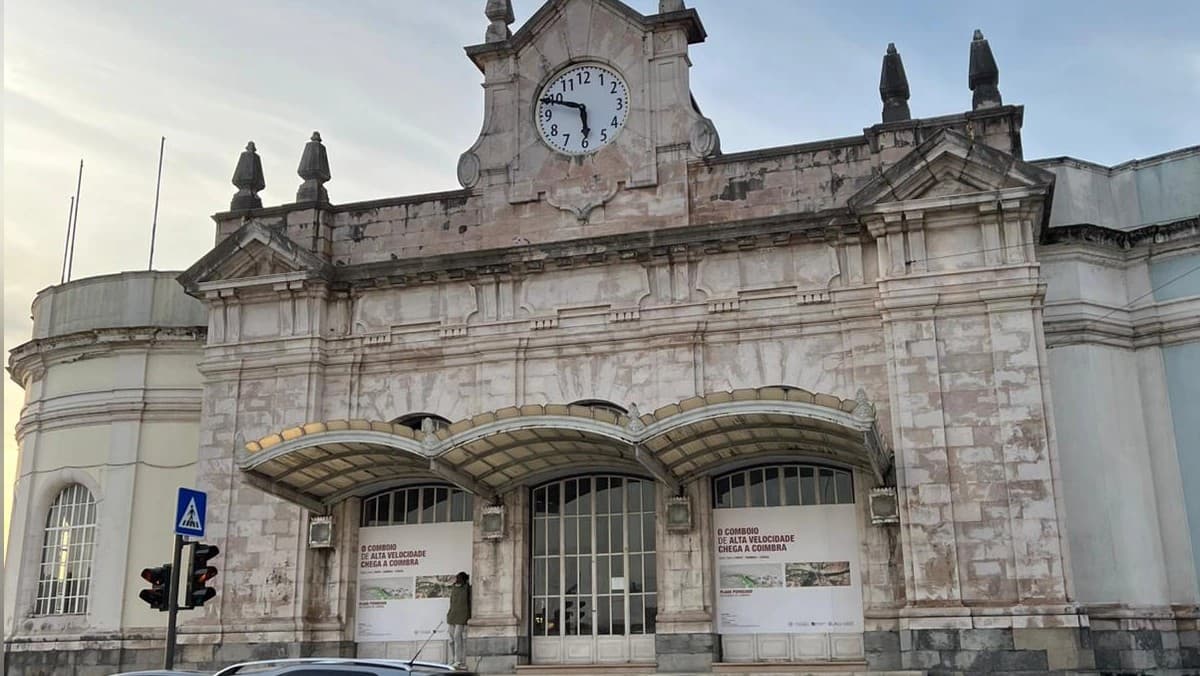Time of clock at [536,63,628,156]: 5:48
